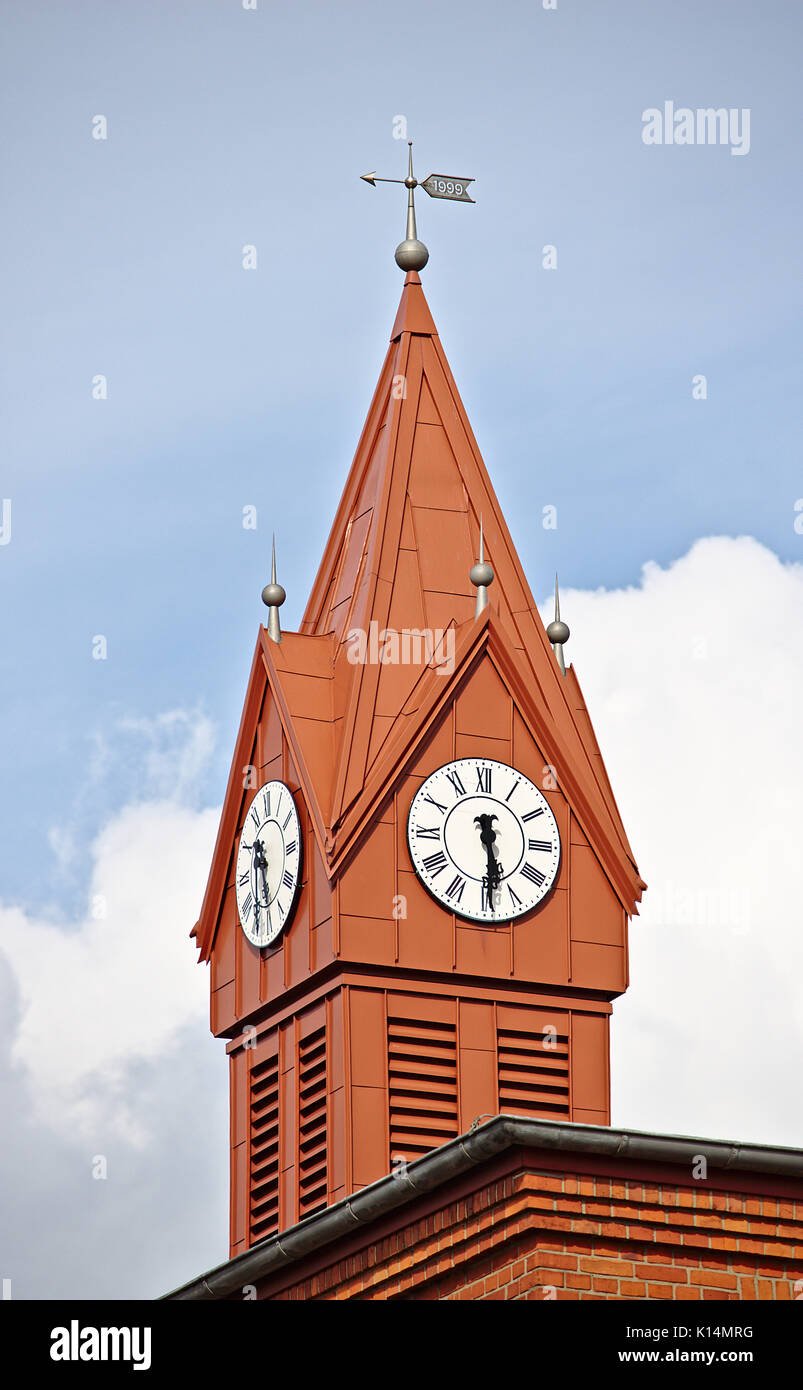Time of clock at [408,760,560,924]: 5:29
